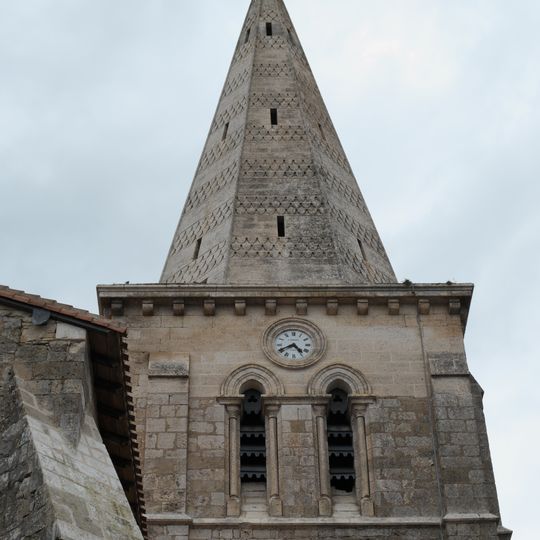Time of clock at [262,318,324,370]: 4:40
